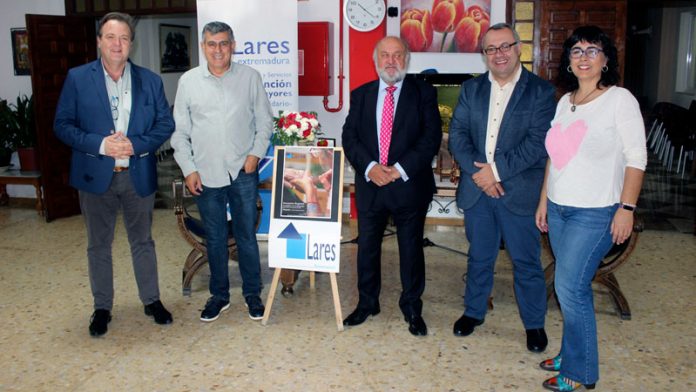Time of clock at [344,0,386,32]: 10:21
